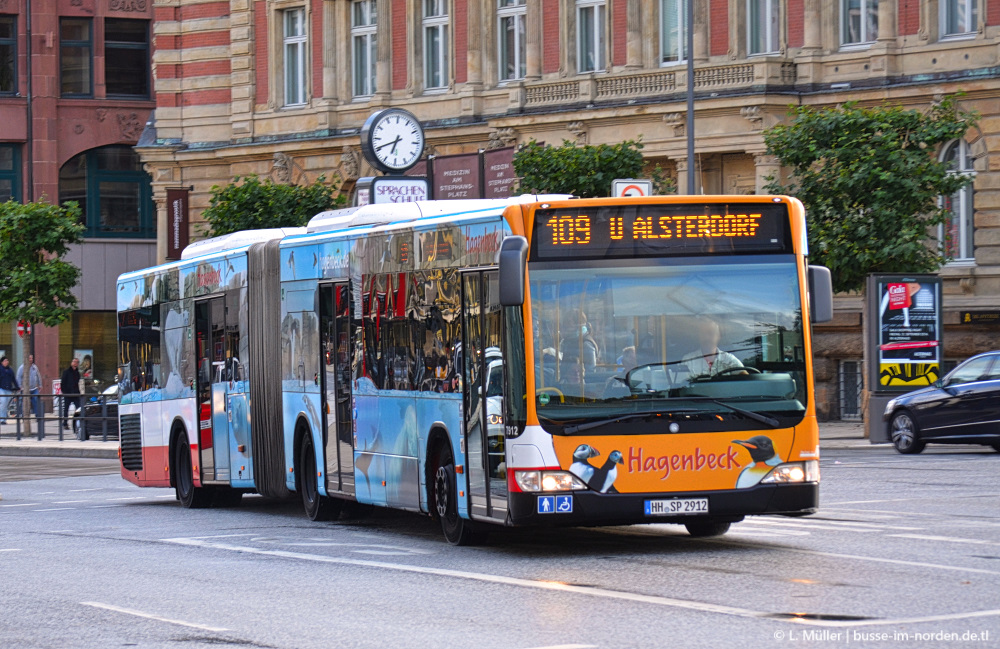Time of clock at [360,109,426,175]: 6:40
